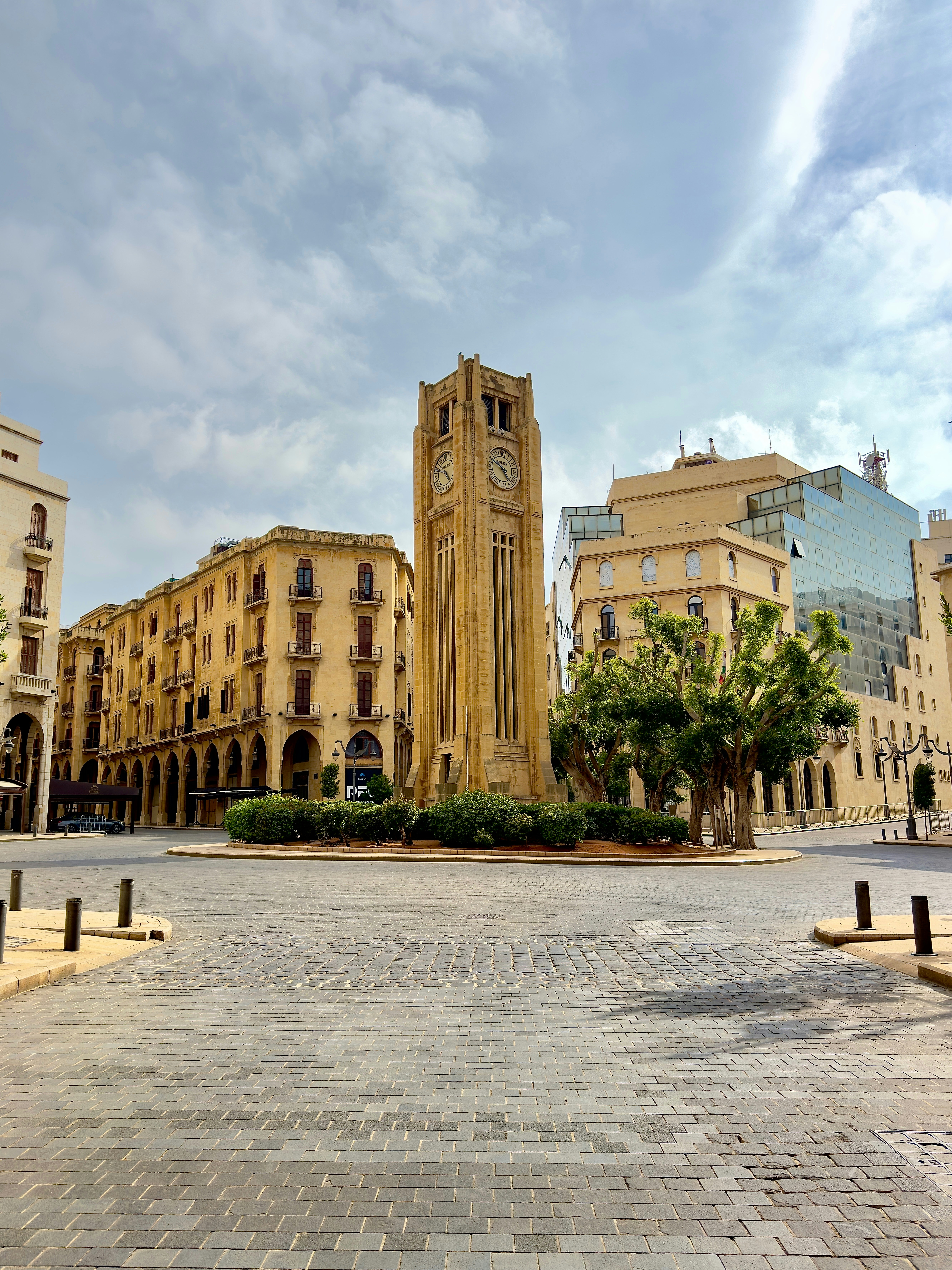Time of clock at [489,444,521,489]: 4:48
